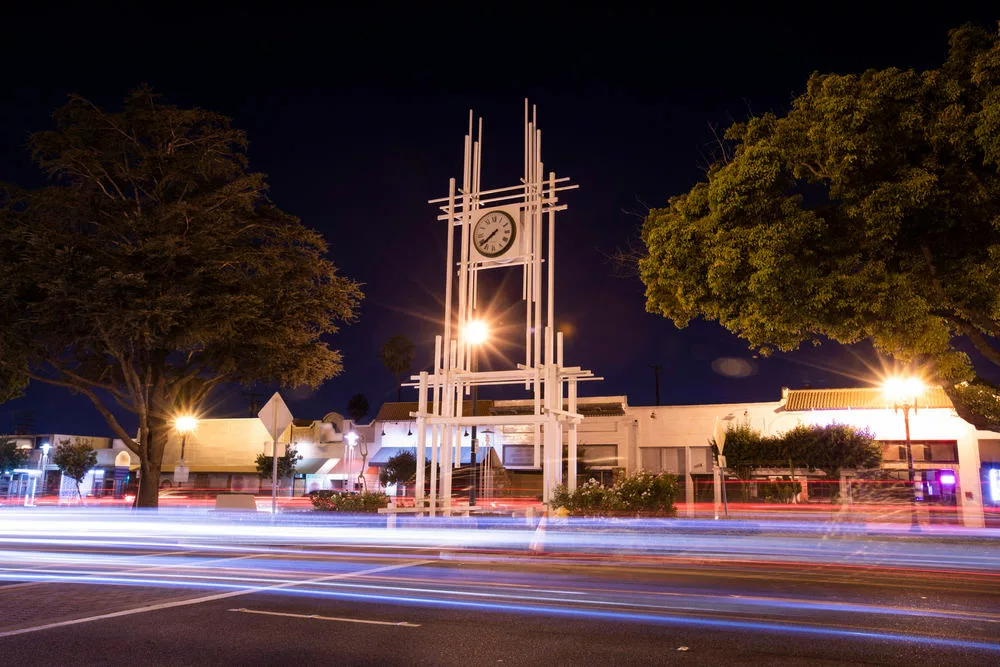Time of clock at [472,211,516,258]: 7:38
